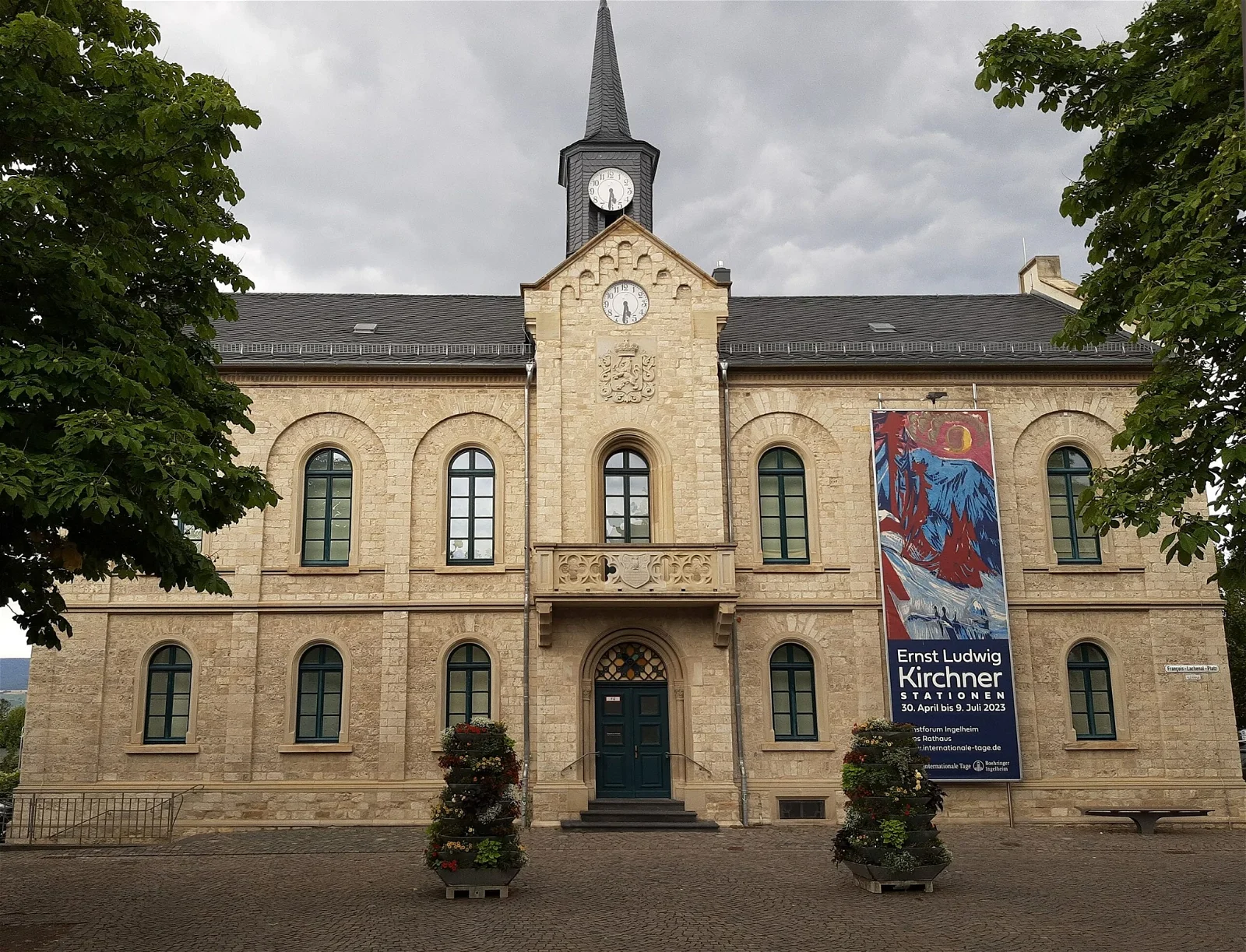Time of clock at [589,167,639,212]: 5:31
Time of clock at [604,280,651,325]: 5:31
